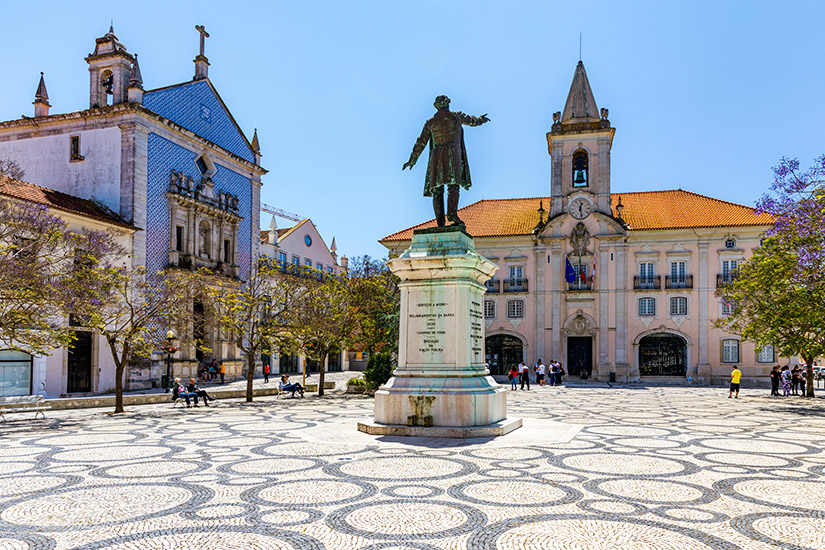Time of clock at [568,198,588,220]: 12:27
